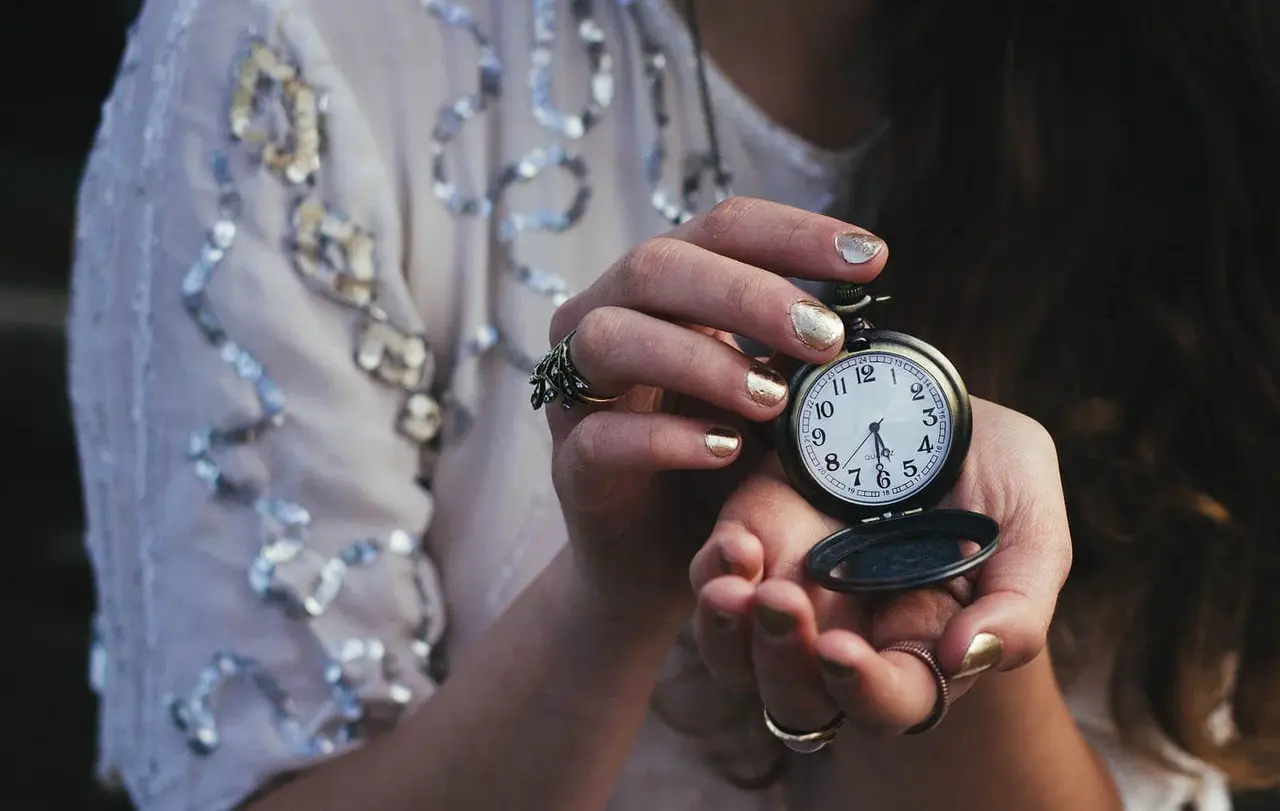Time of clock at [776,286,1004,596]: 5:30
